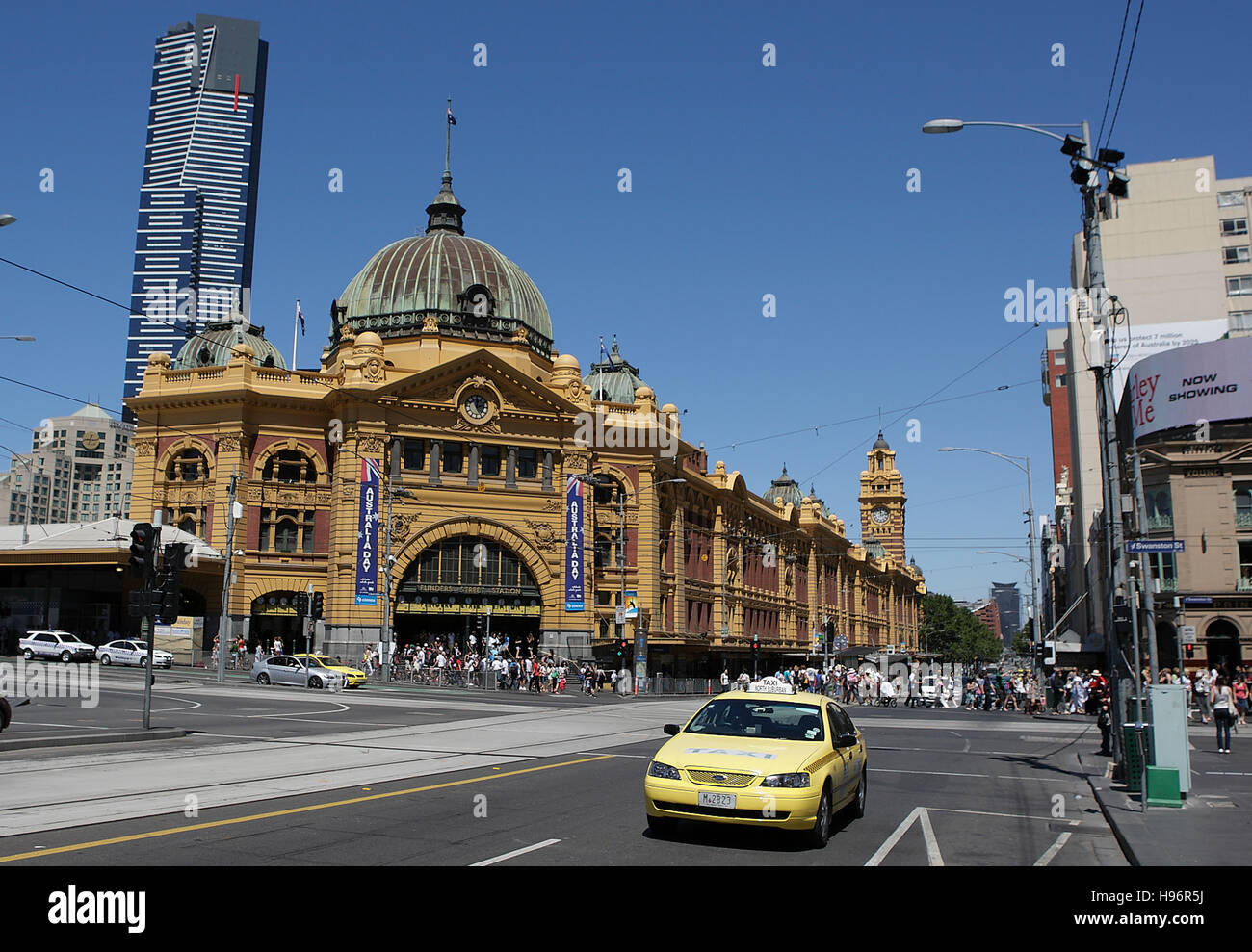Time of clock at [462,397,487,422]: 12:12
